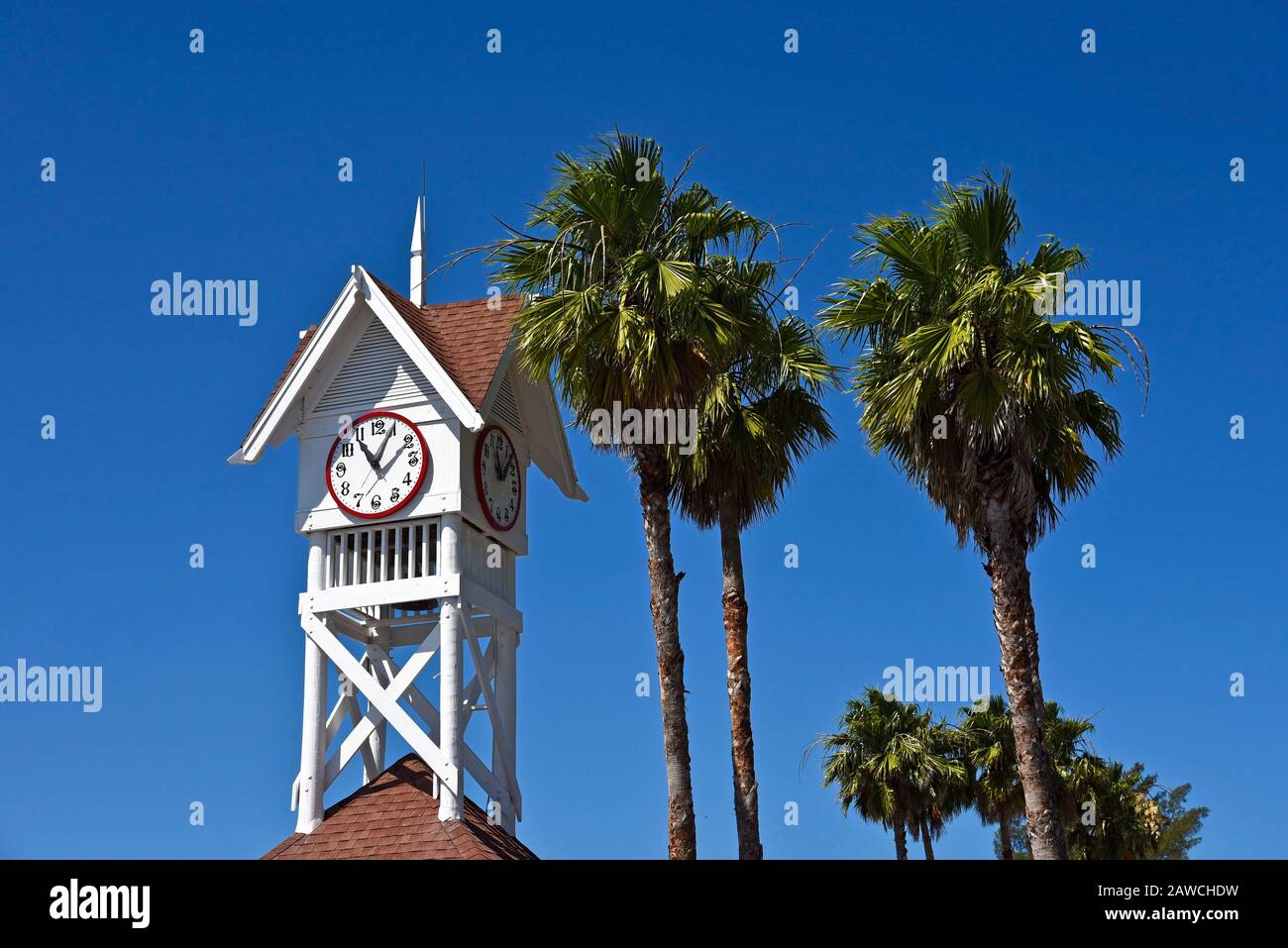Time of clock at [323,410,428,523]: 11:04
